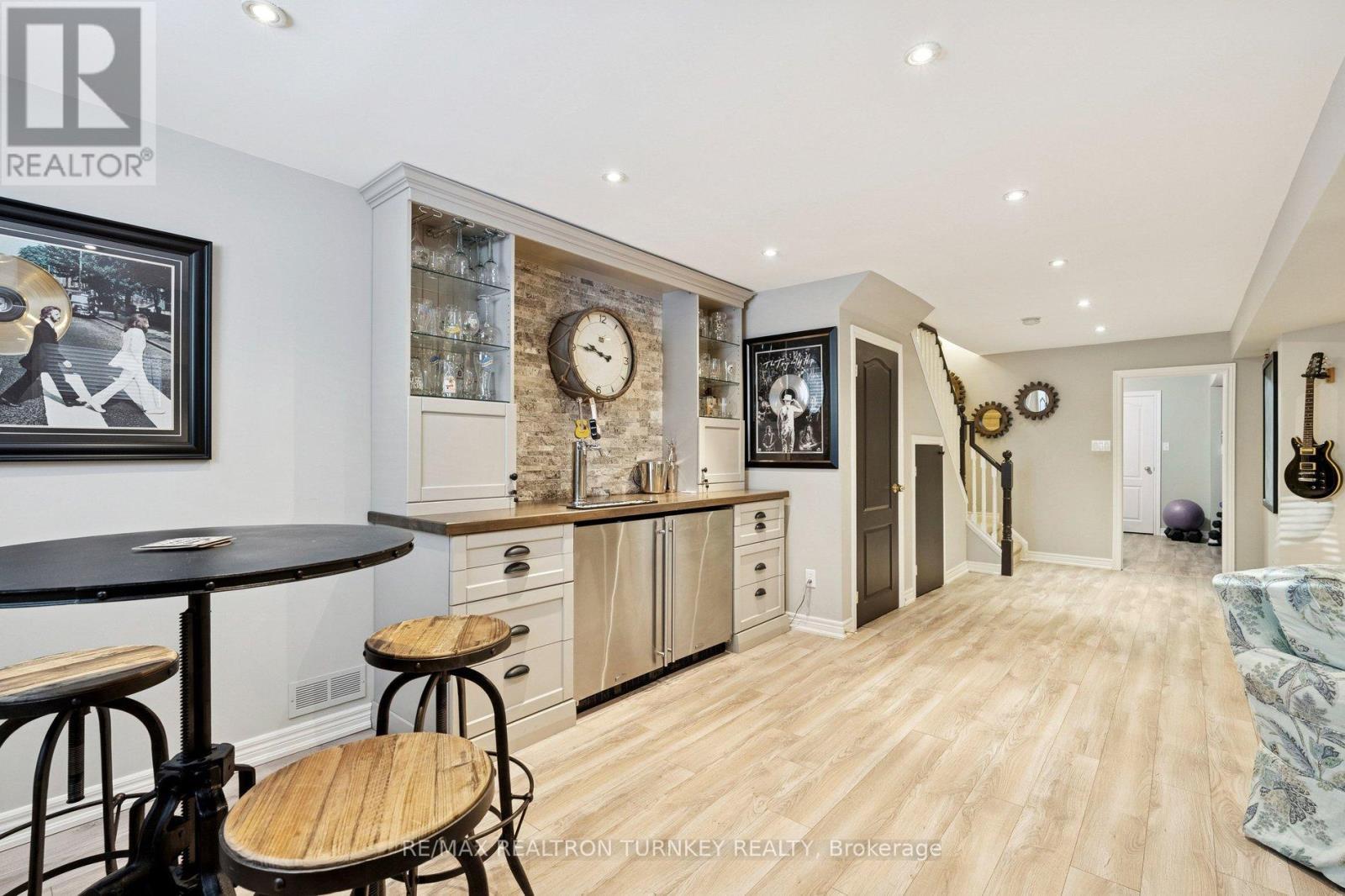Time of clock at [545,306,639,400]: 9:45
